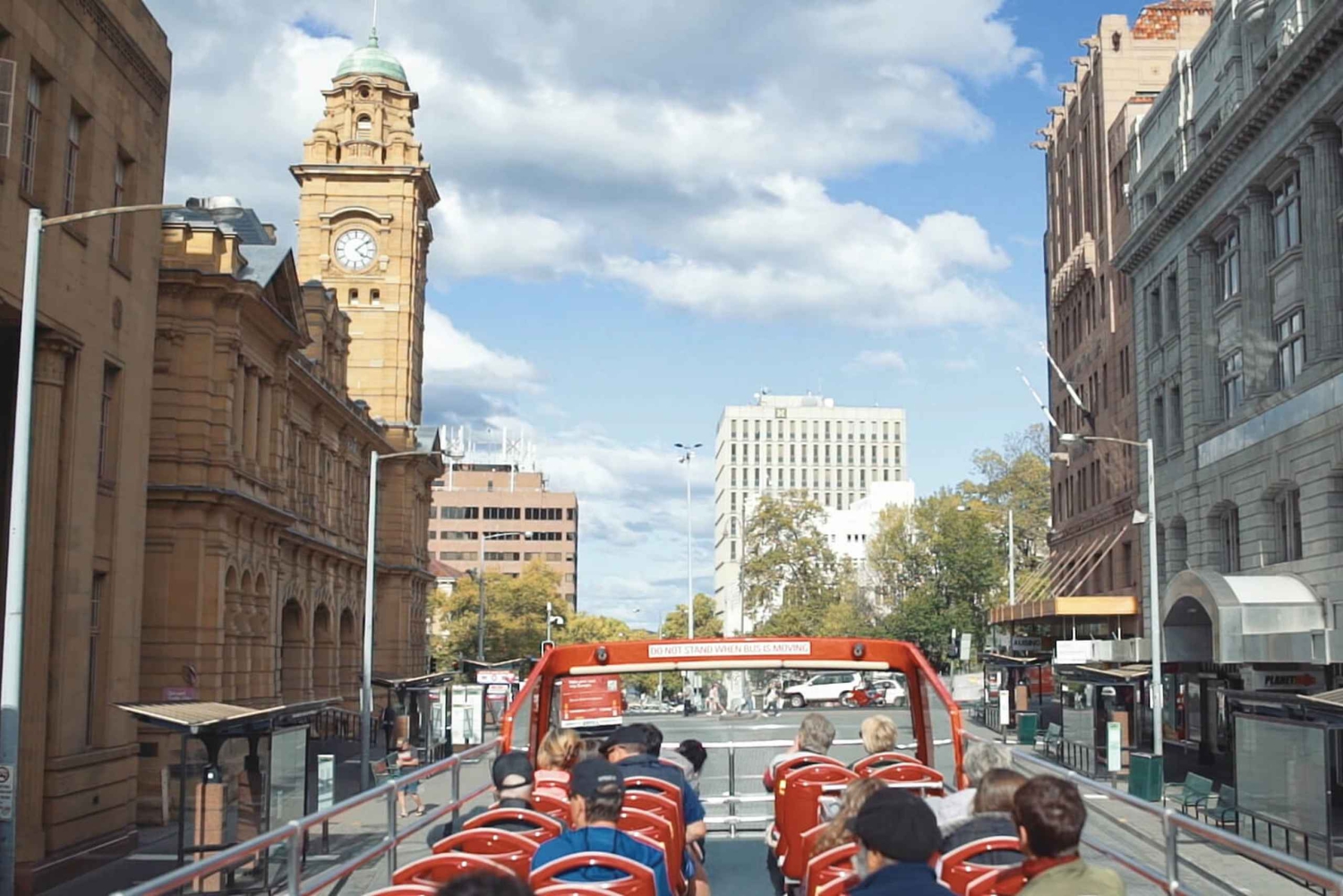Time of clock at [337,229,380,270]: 4:08
